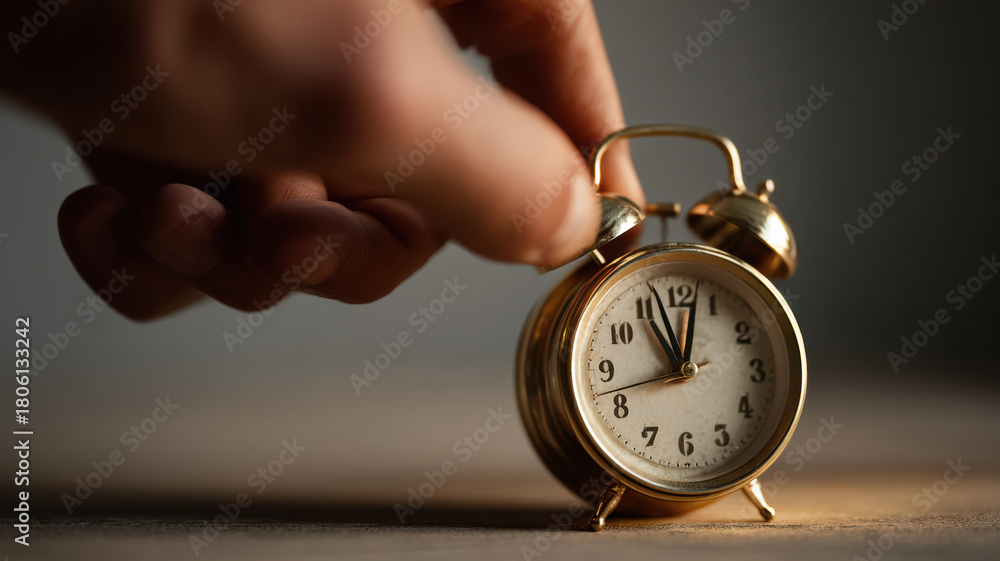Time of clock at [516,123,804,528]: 11:02
